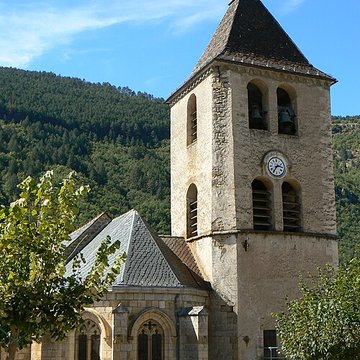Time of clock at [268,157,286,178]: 2:36
